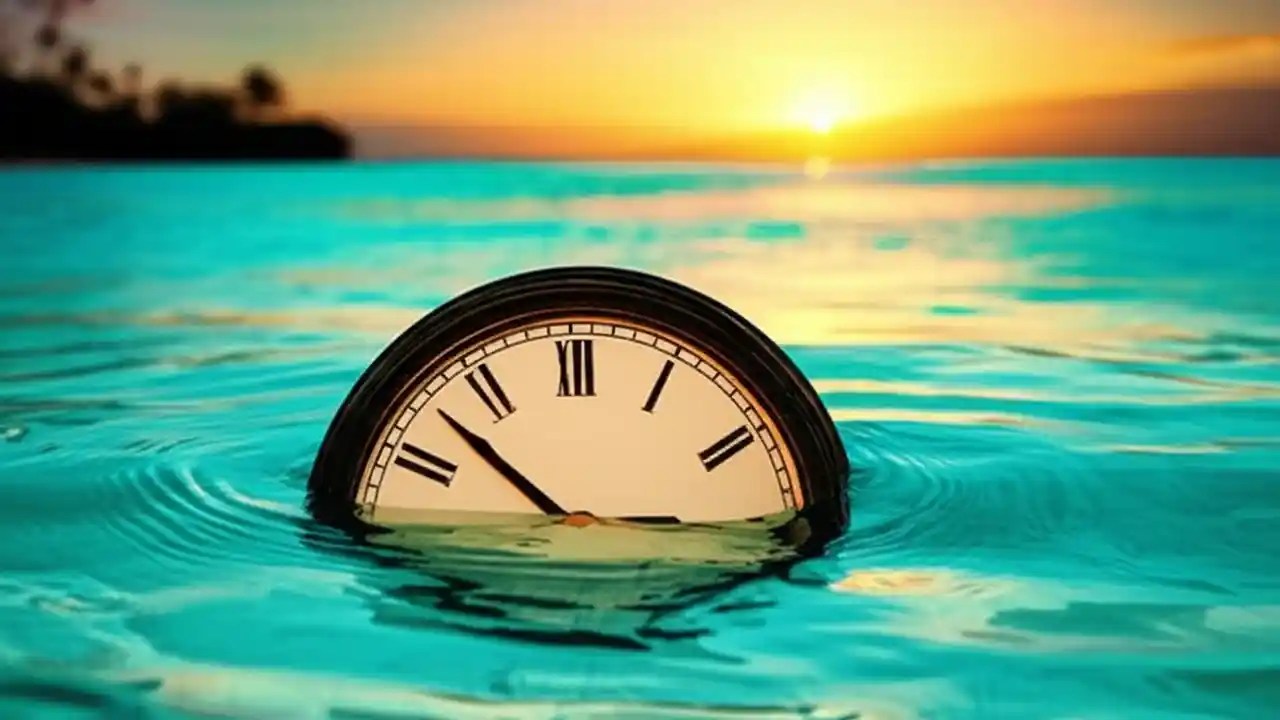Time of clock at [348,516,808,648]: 2:52
